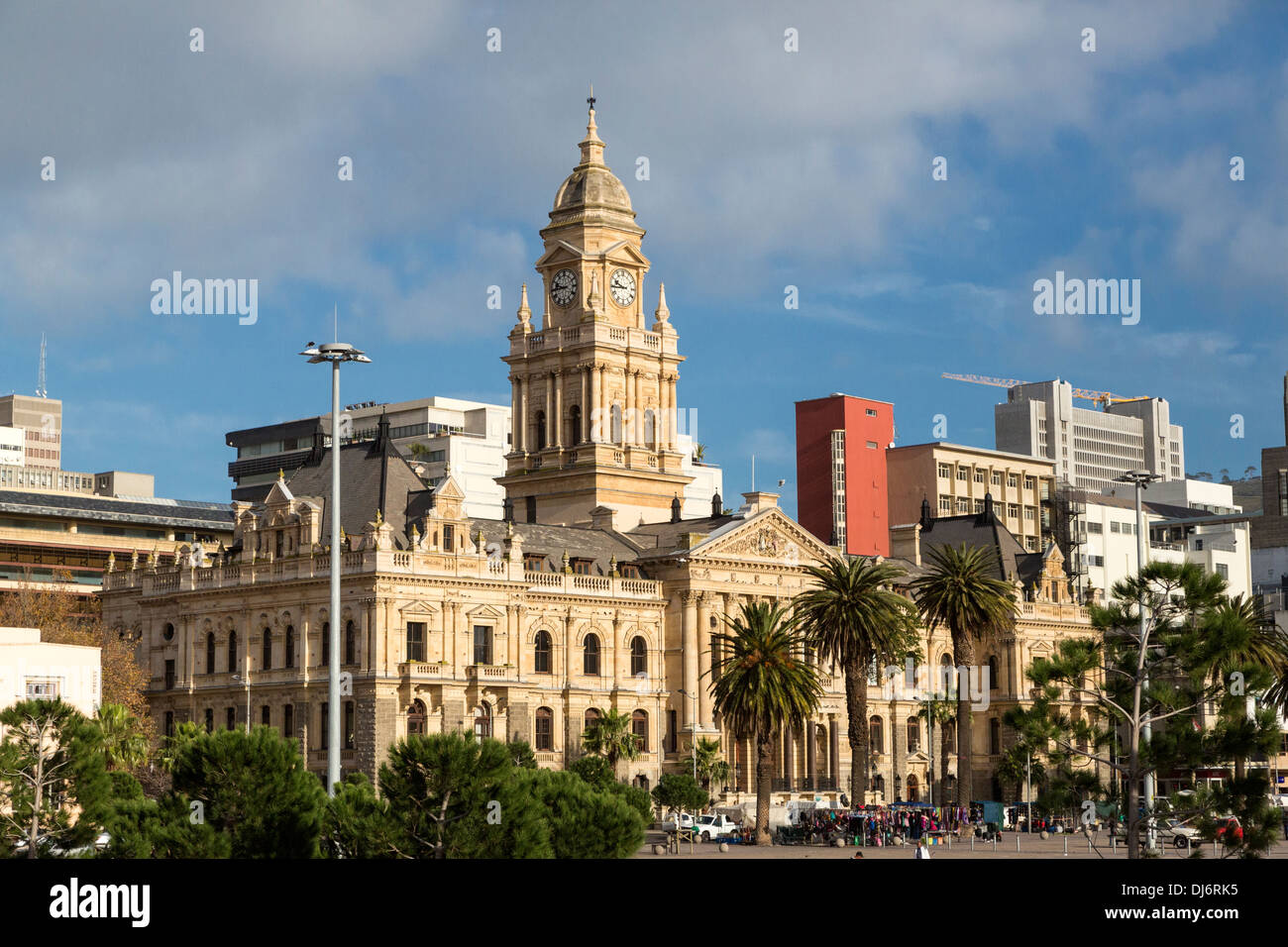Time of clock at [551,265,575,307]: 9:44
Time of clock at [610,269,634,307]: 9:44
